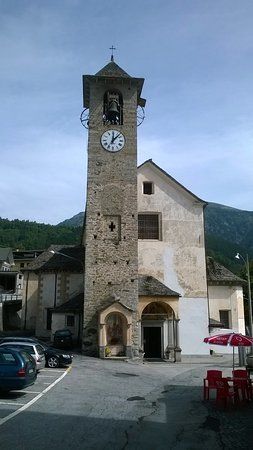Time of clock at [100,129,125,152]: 12:07
